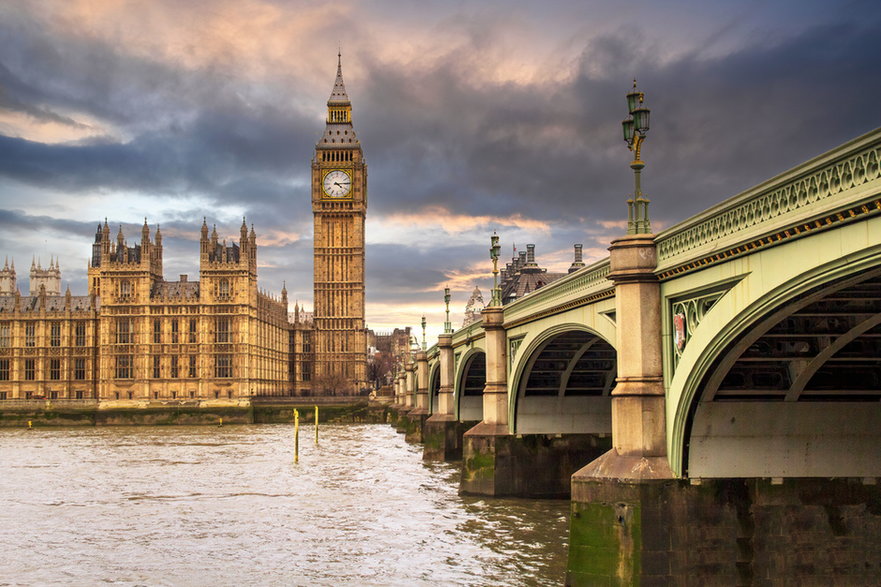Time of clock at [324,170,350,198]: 4:13
